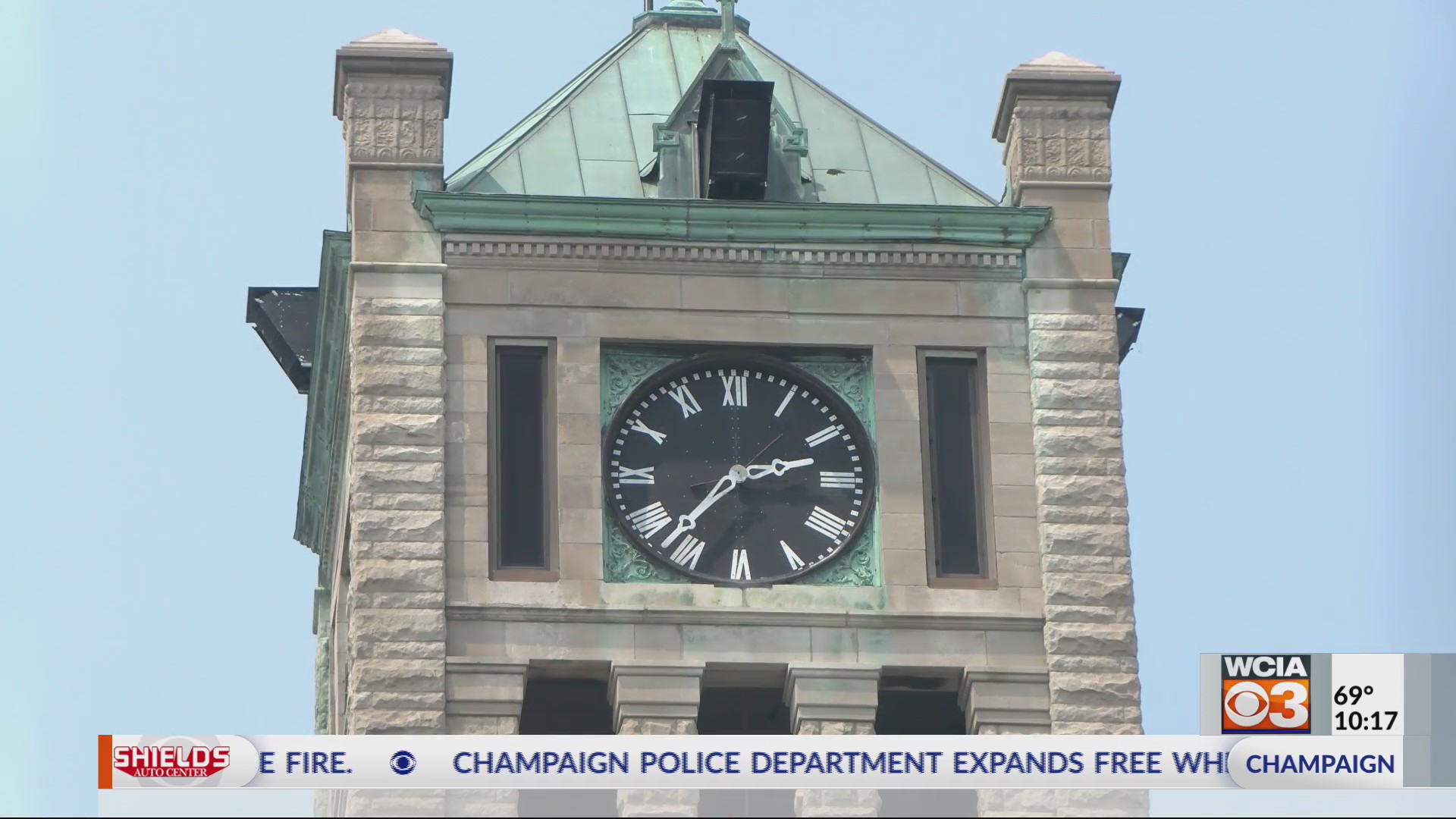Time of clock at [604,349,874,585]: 2:36
